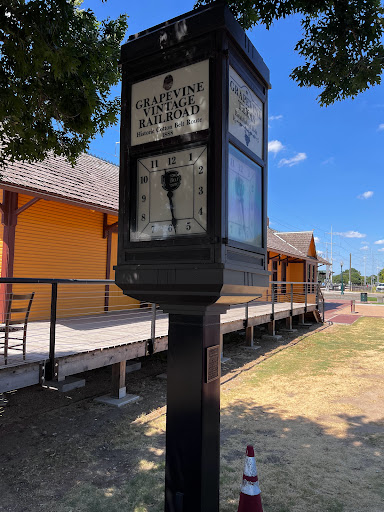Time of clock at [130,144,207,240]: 11:28
